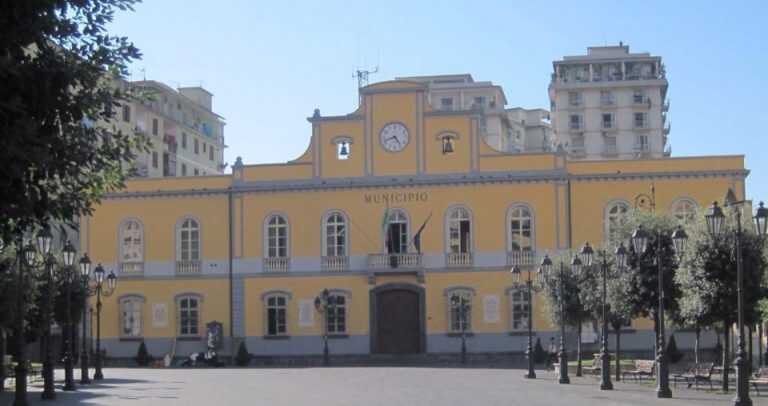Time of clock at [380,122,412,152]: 4:42
